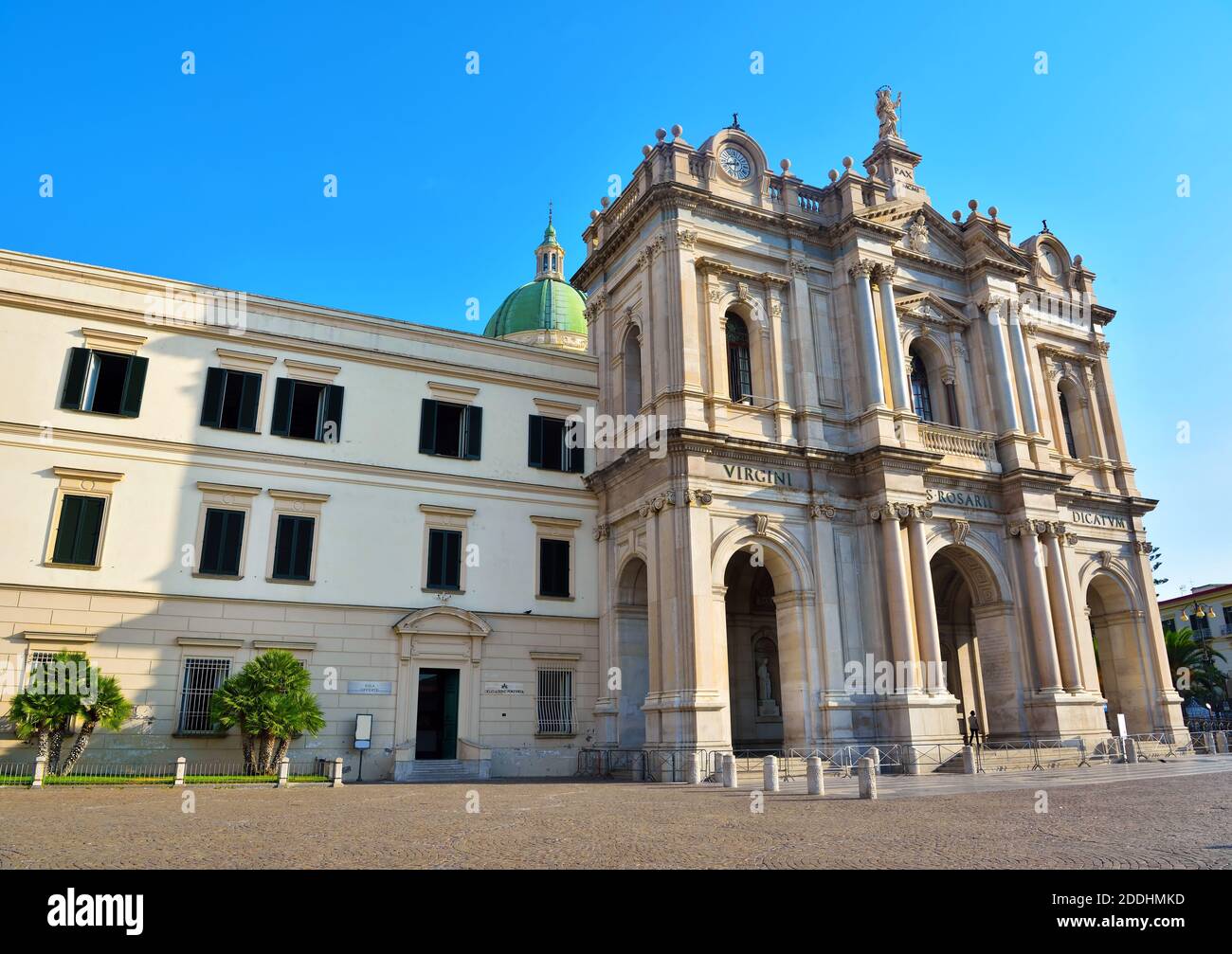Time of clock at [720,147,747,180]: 8:32
